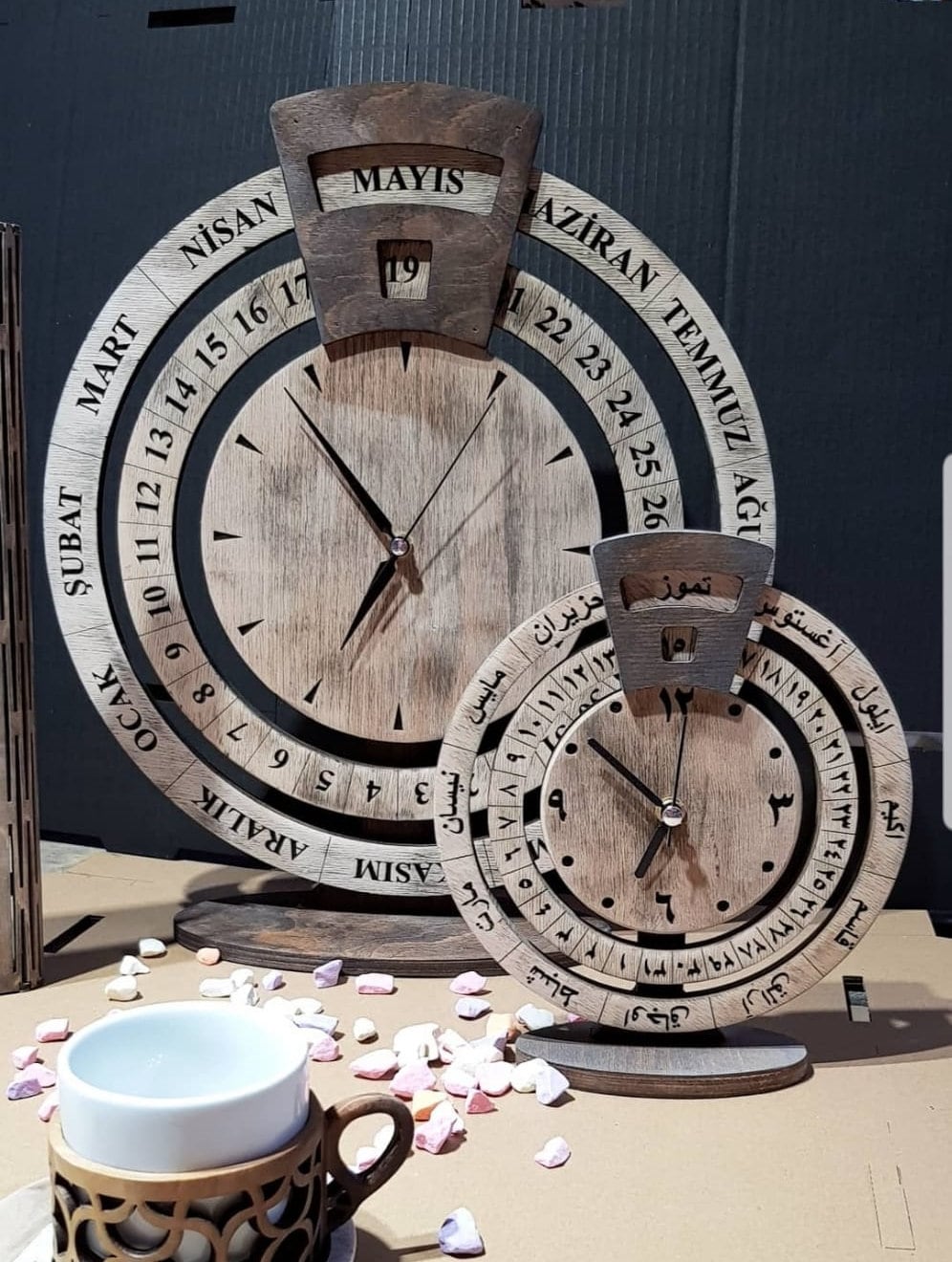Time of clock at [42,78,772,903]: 6:53
